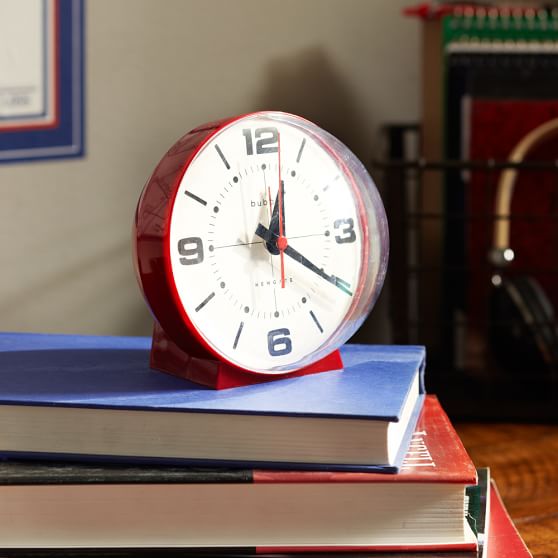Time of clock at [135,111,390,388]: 12:20
